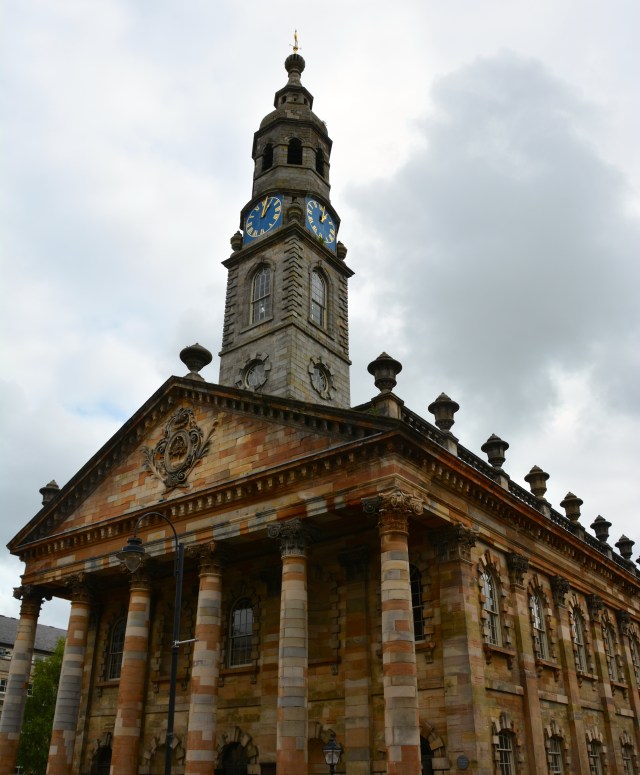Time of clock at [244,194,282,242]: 1:02
